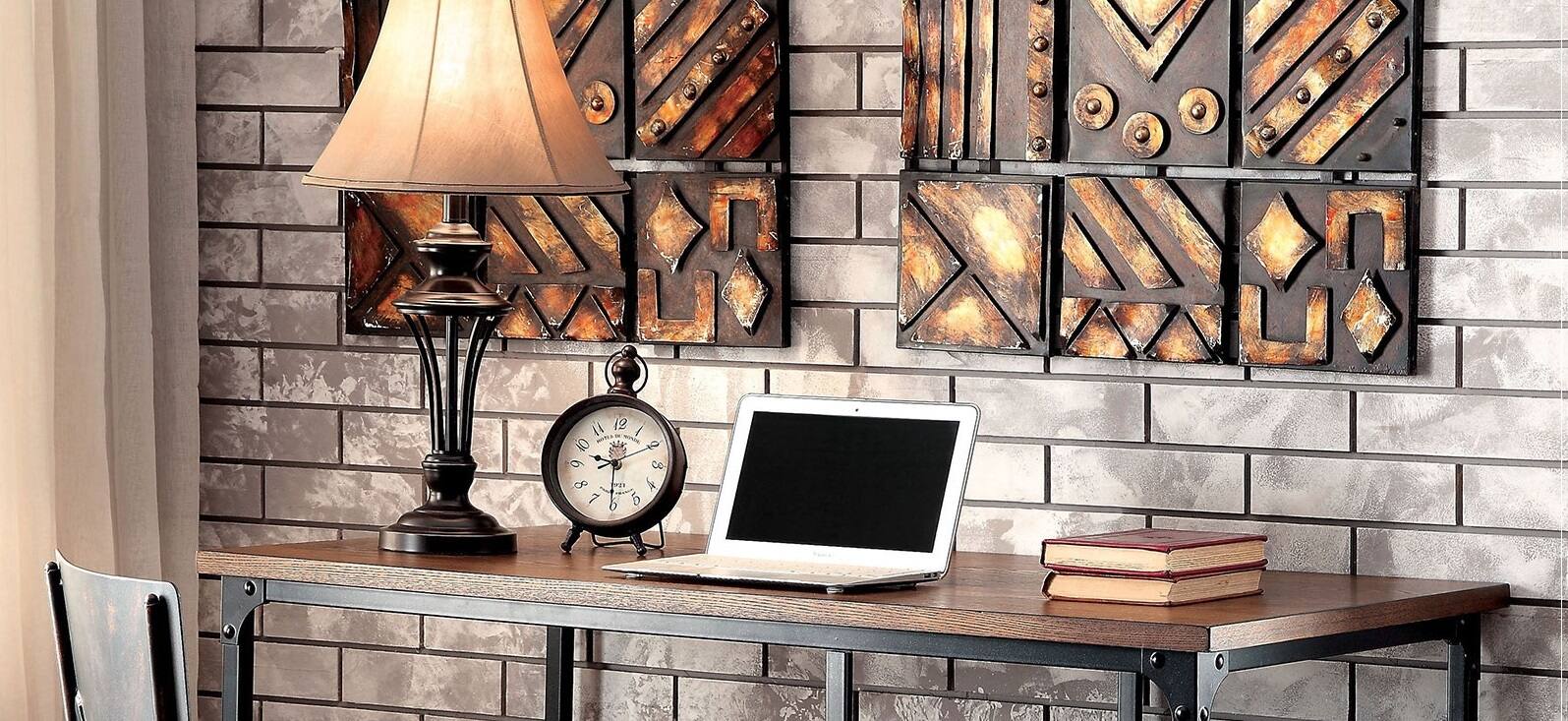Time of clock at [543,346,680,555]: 9:30
